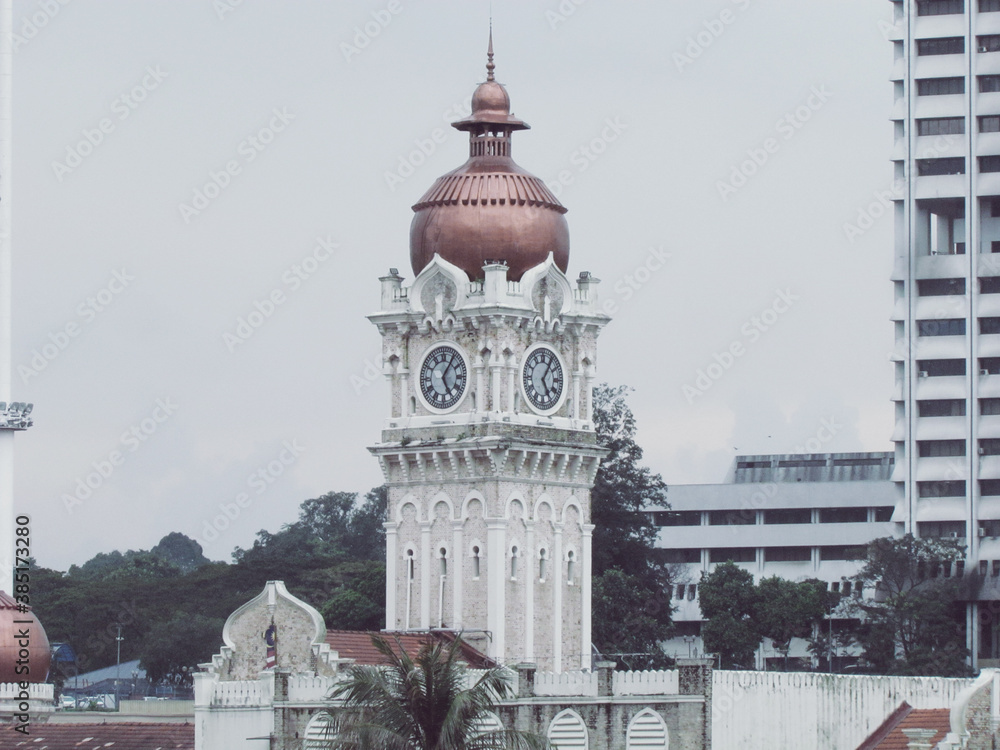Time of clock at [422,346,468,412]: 5:05
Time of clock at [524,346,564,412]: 5:05
